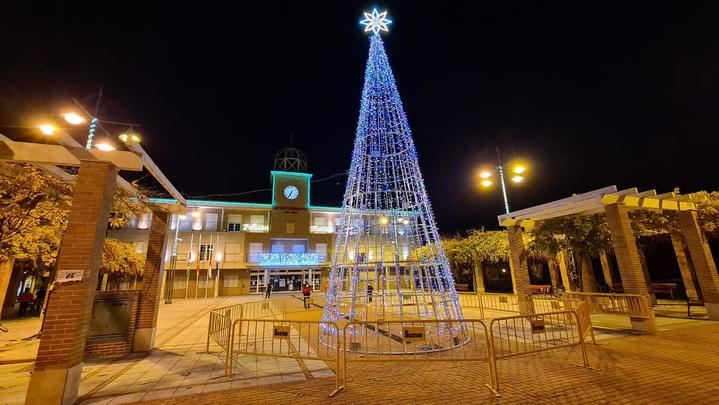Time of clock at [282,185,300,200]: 6:34
